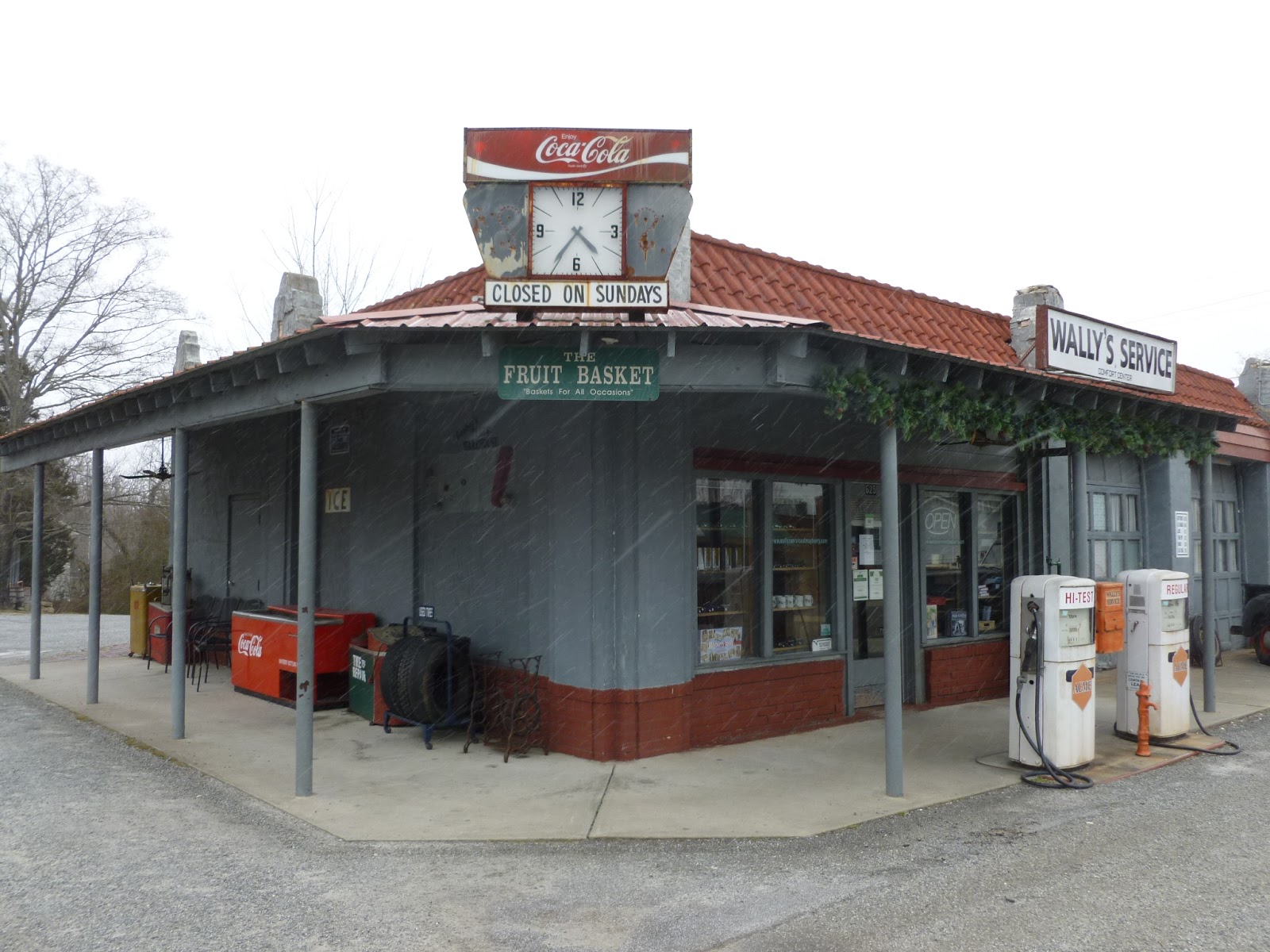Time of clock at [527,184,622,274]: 4:35
